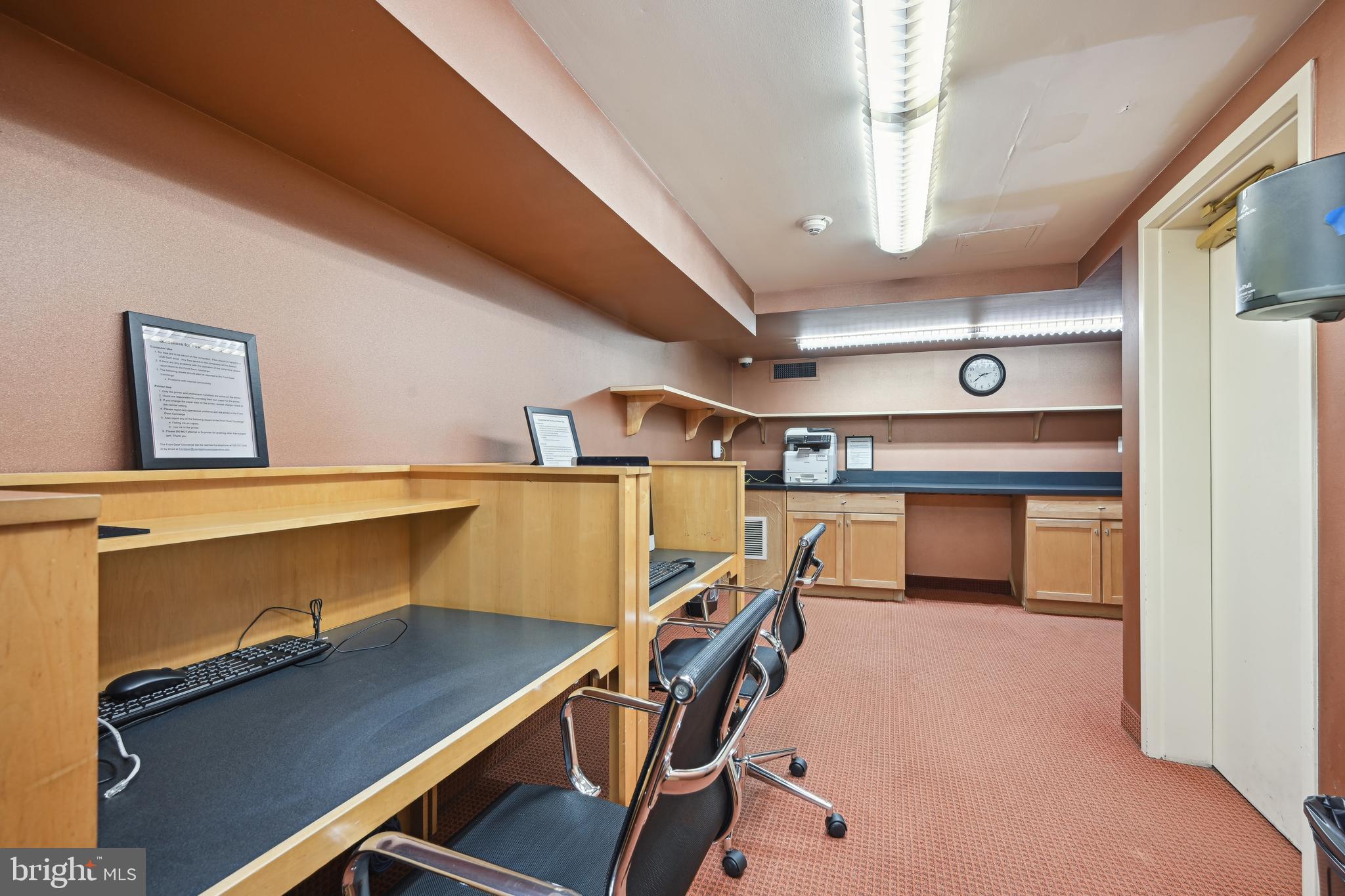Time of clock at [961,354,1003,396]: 2:38
